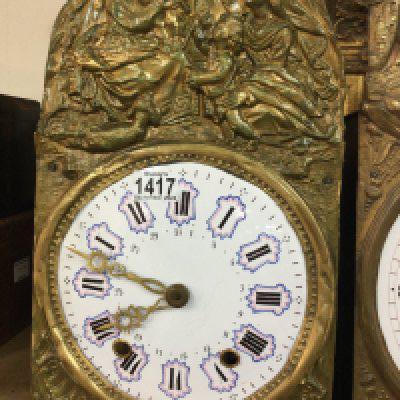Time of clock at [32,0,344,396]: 7:47
